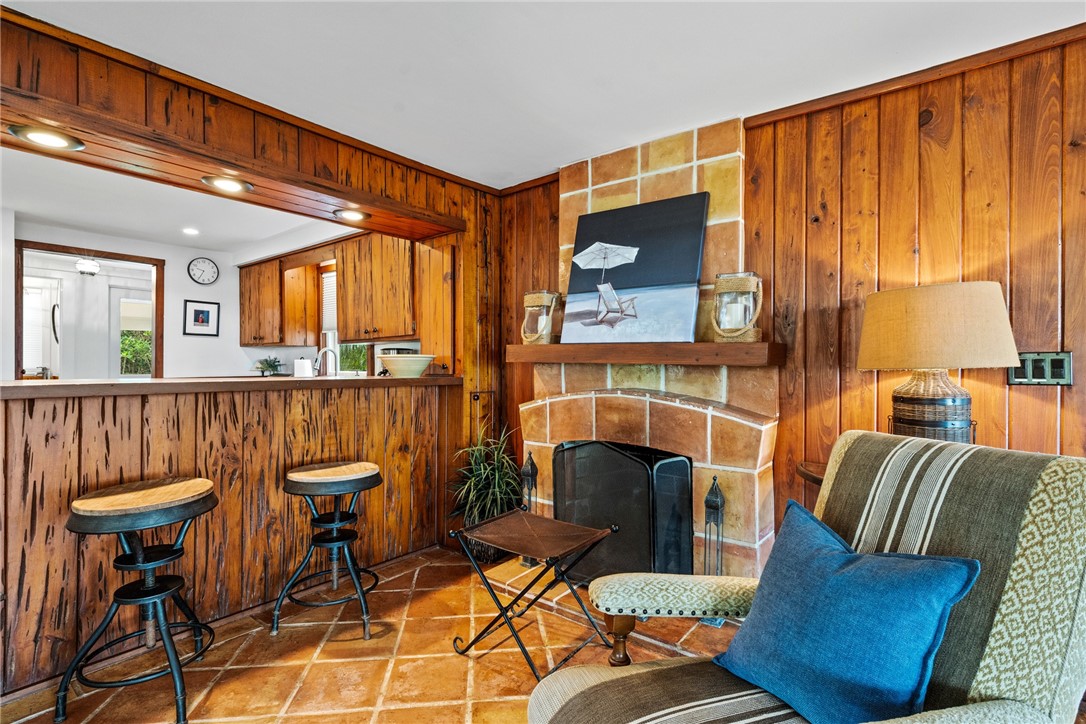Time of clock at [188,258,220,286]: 9:34
